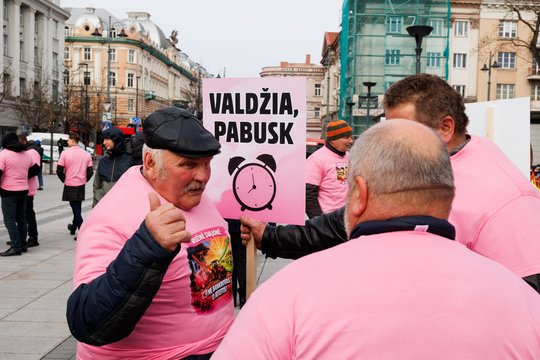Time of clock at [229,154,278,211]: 8:00
